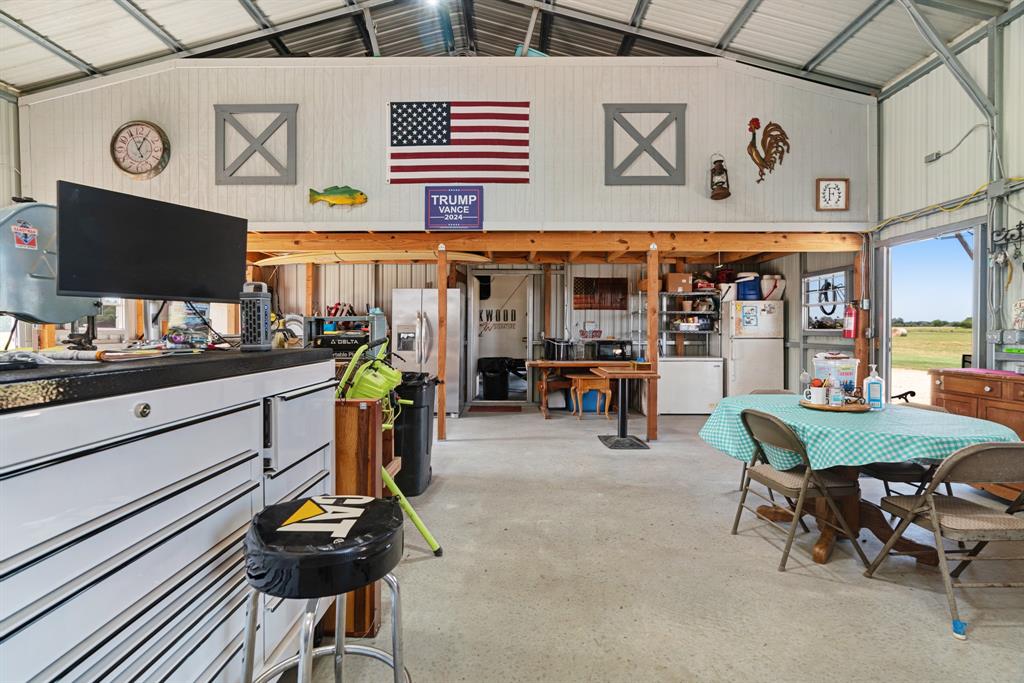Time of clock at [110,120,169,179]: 12:55
